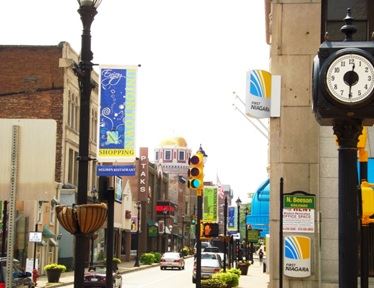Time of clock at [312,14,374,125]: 12:30
